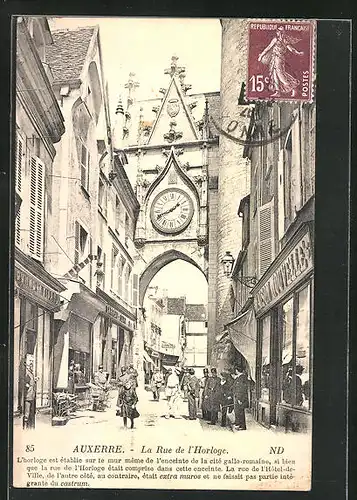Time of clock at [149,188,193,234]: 1:41
